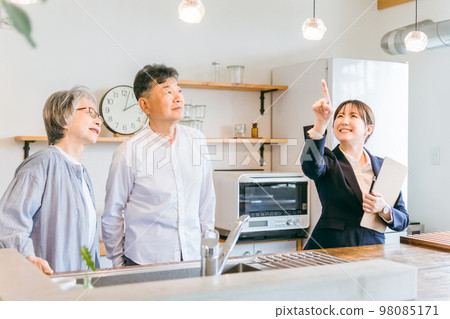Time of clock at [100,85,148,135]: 2:03
